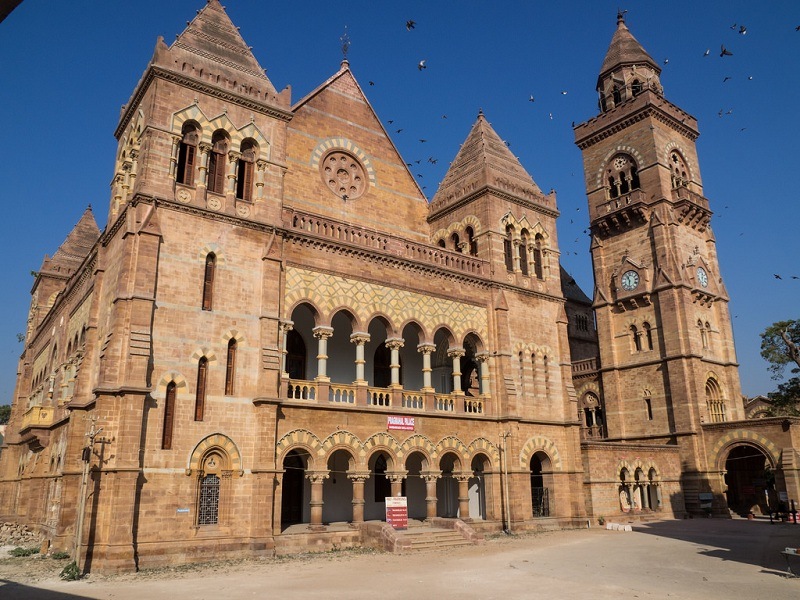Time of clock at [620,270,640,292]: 11:31
